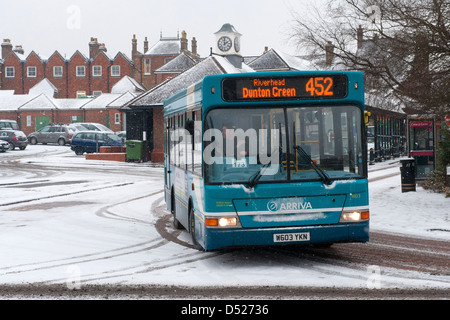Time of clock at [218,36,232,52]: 1:59
